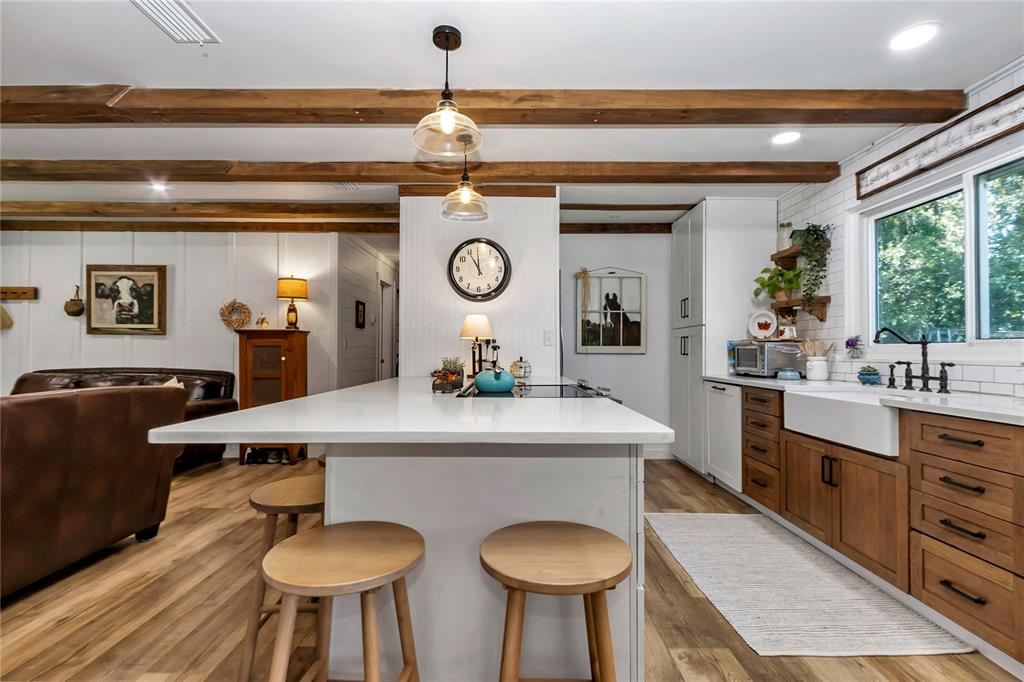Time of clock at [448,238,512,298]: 10:59
